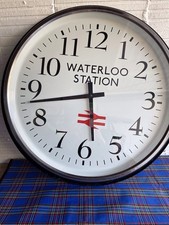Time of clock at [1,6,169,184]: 5:43
